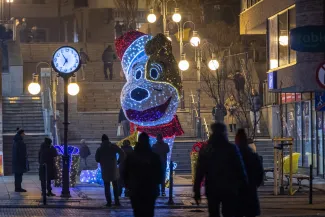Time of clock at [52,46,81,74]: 6:54
